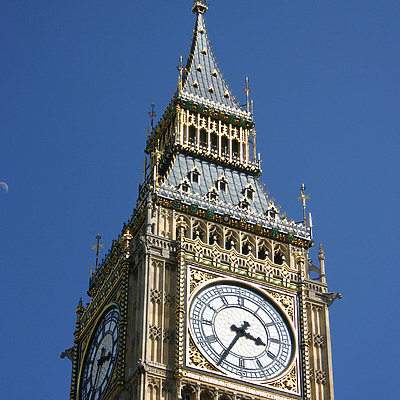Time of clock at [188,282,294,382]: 3:35
